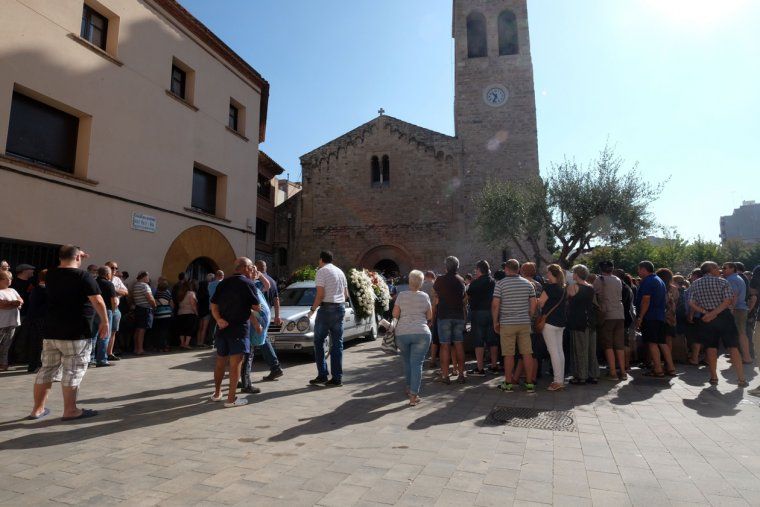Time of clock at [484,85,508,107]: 10:34
